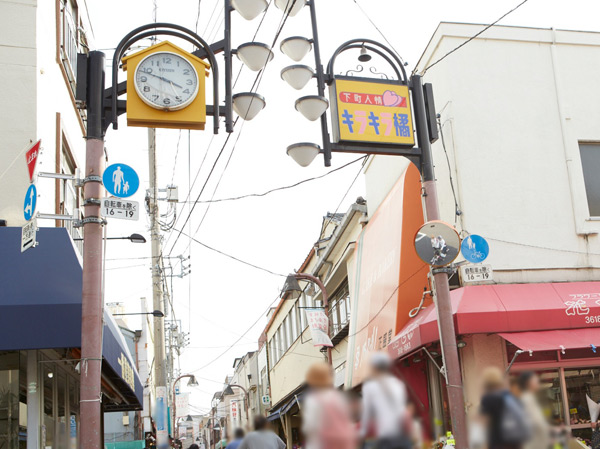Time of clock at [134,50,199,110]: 3:48
